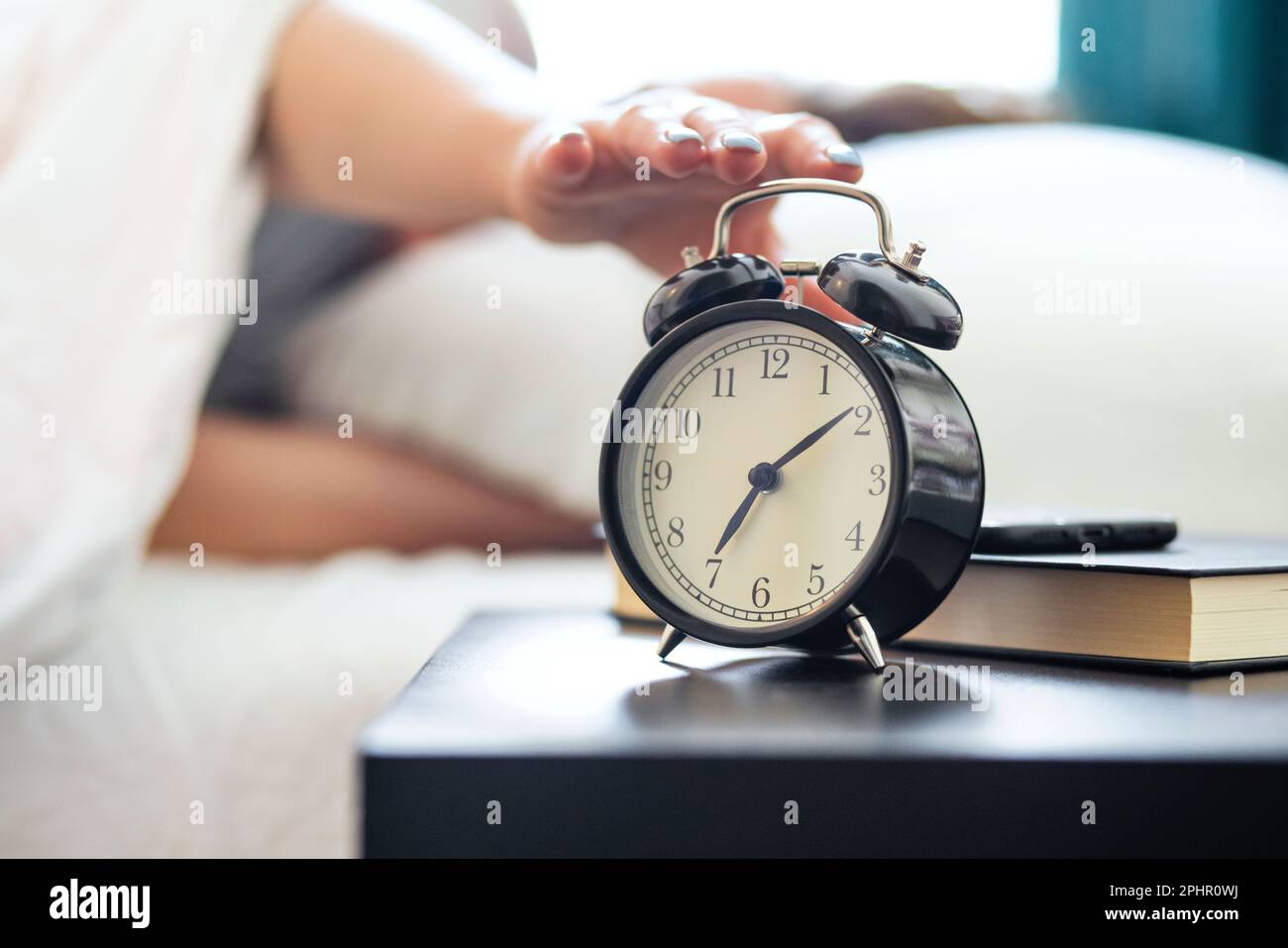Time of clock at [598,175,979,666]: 7:09
